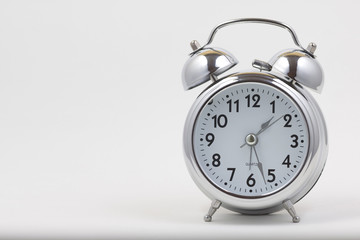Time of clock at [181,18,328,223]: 1:26
